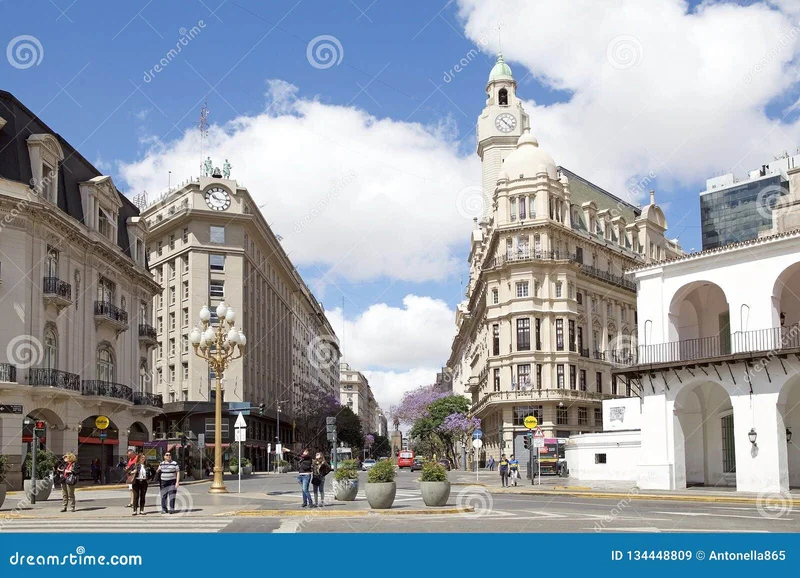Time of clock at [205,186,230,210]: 10:15
